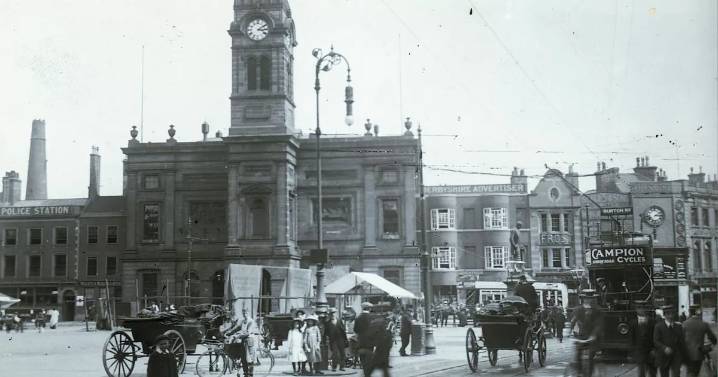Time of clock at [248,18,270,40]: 3:09
